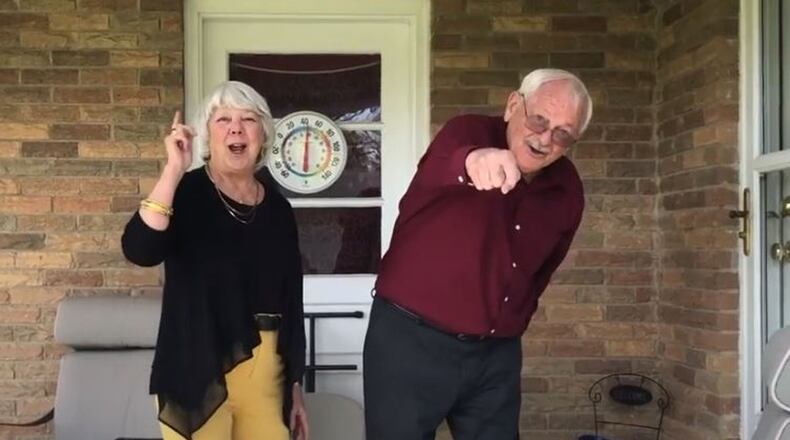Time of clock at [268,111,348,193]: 6:01
